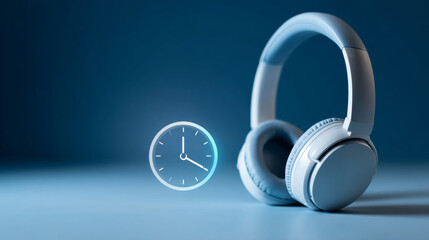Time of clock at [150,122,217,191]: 3:59
